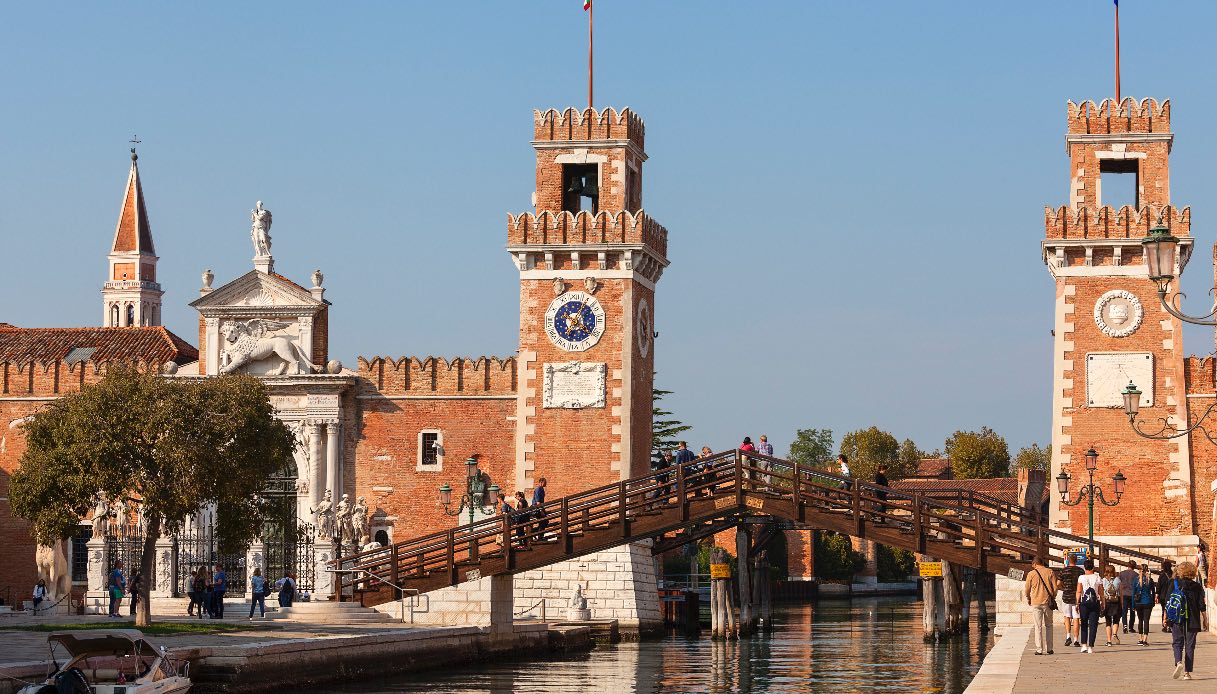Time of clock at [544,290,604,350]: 7:04
